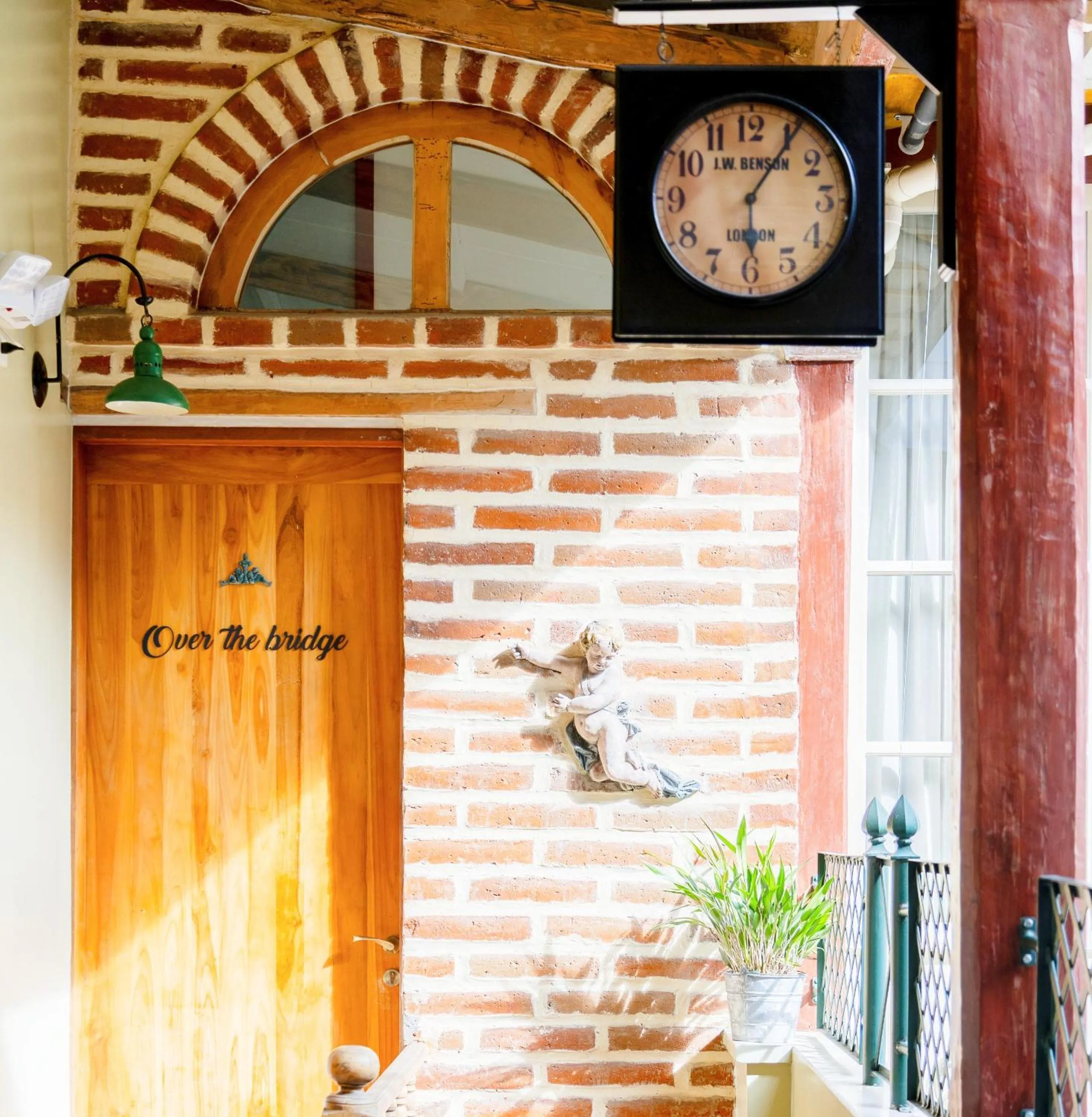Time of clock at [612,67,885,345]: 6:05
